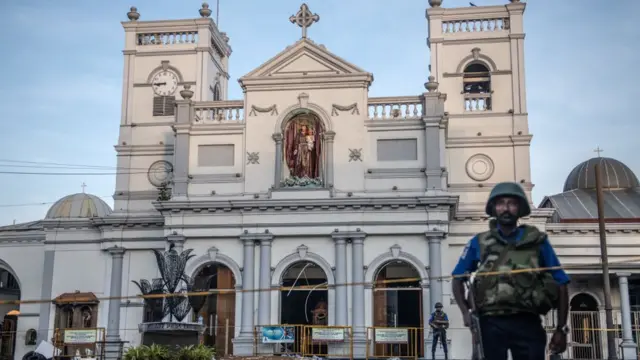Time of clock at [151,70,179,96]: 8:45
